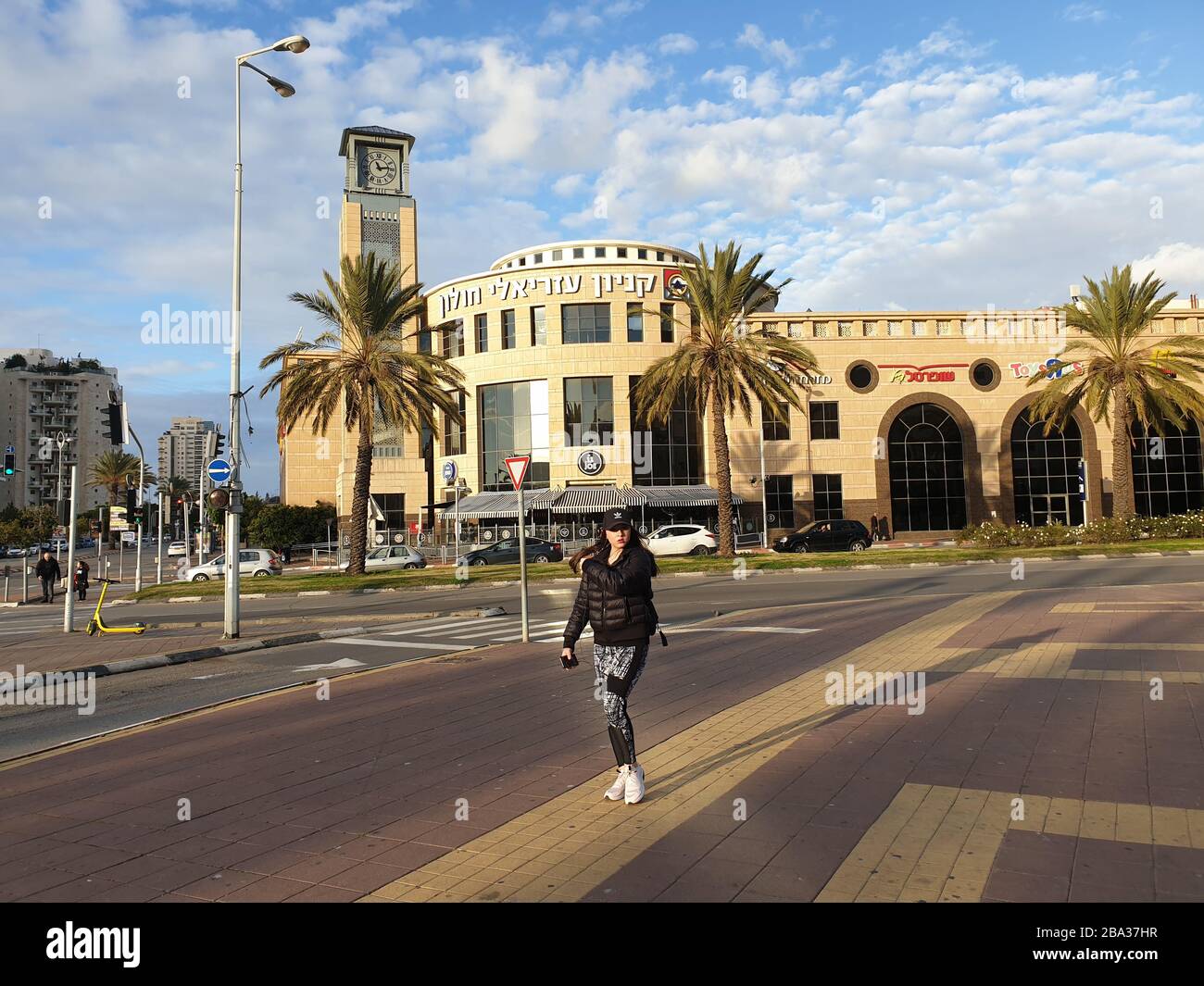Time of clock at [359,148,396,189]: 11:13
